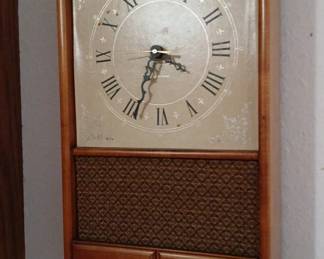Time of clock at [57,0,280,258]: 3:34
